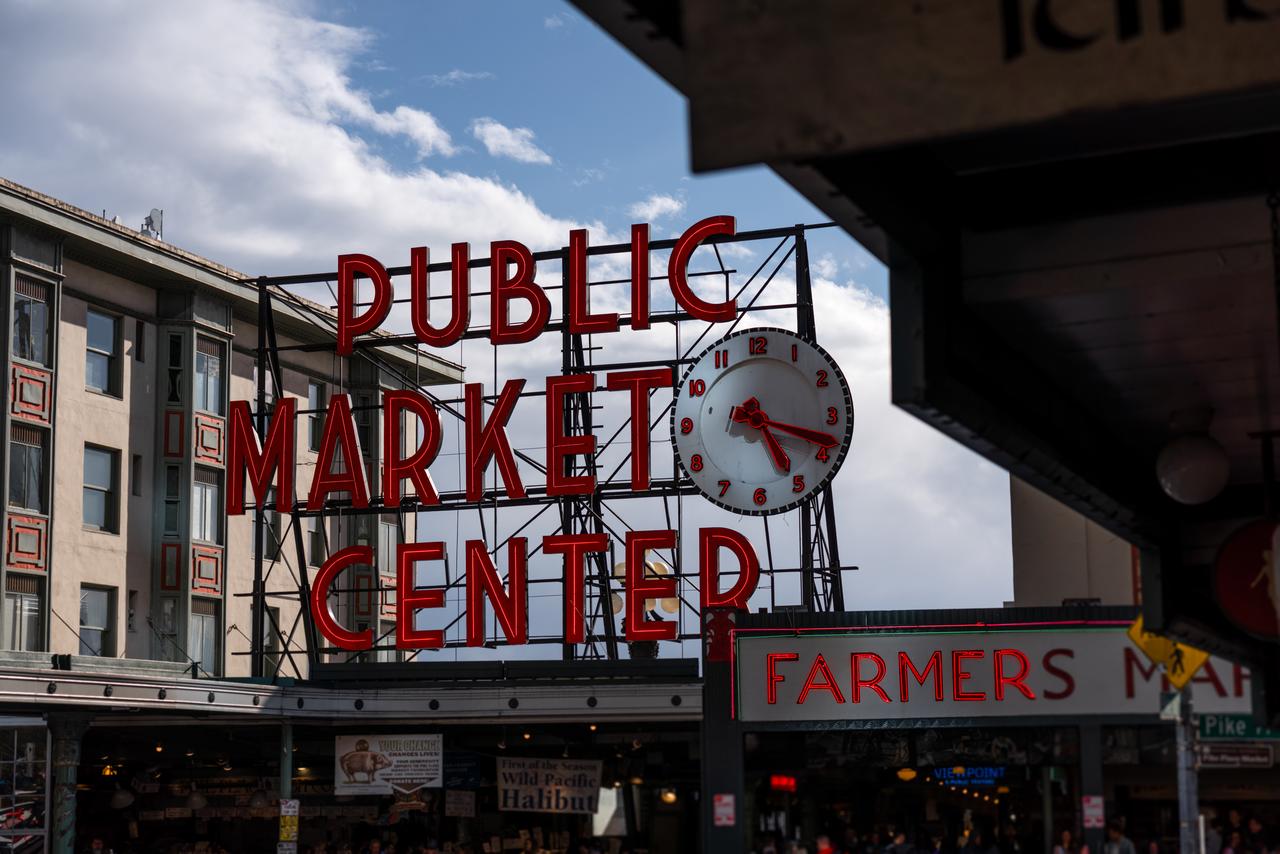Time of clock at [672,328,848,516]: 5:18
